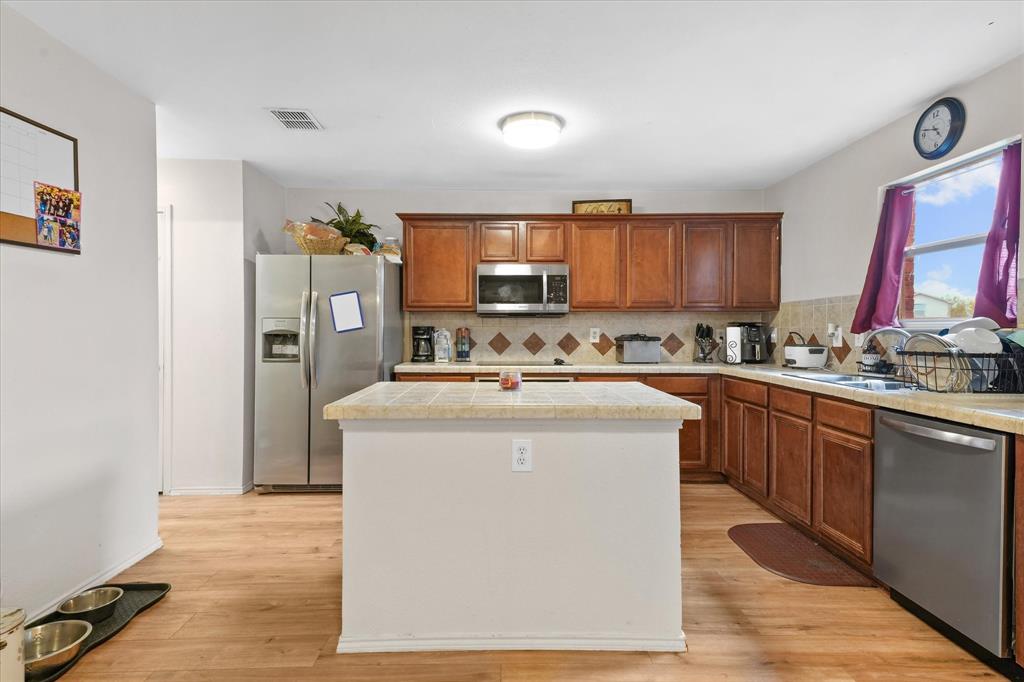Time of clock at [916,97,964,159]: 4:47
